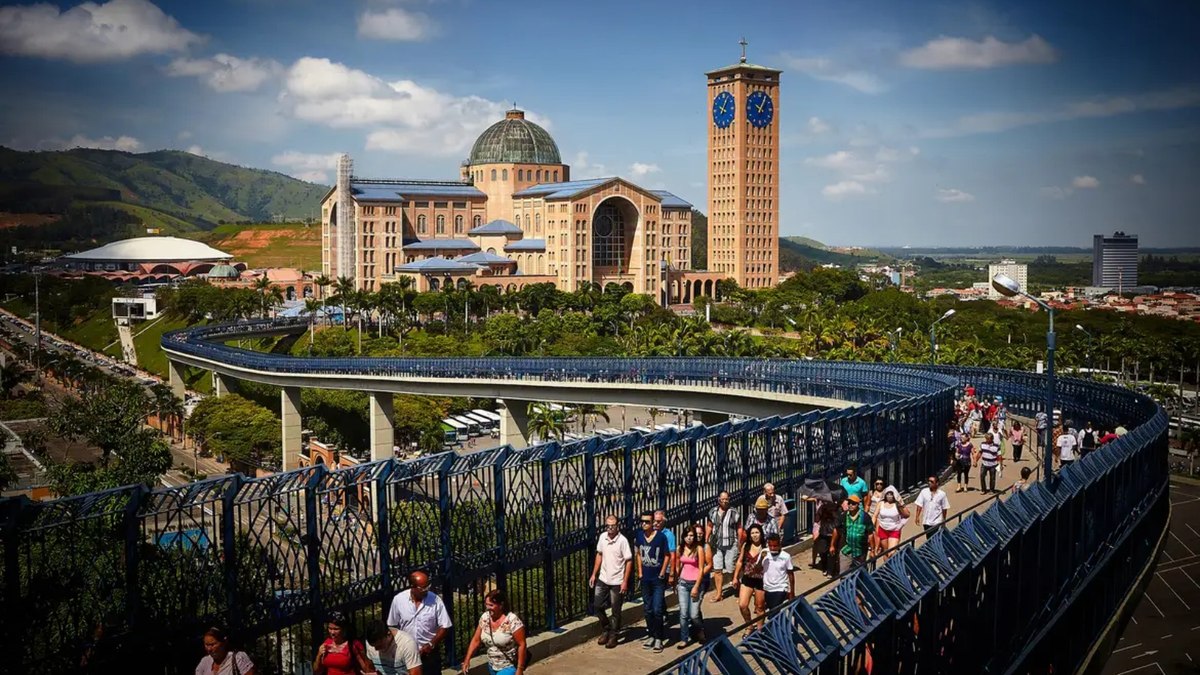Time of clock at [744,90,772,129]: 10:05
